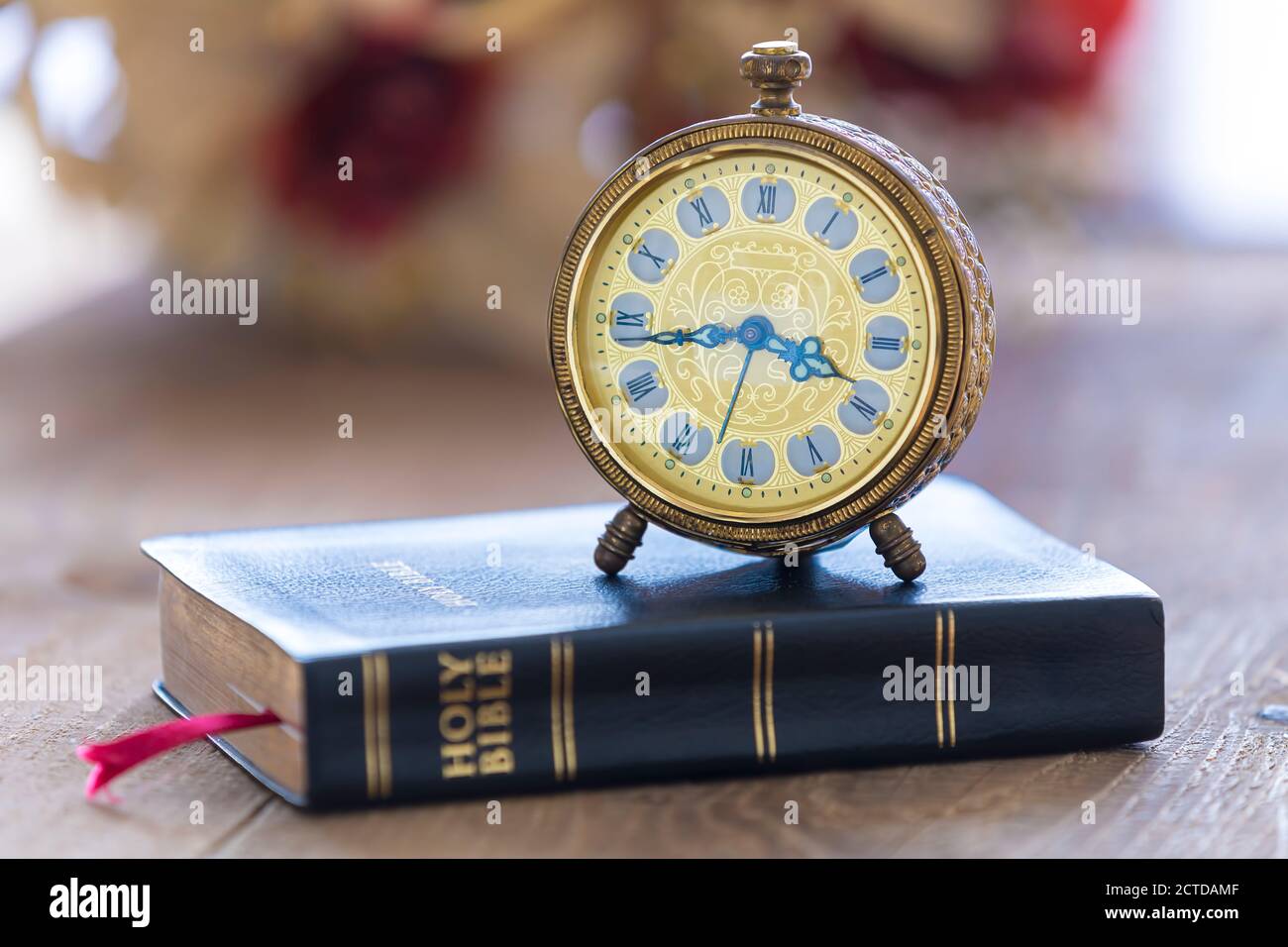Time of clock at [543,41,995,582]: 3:43
